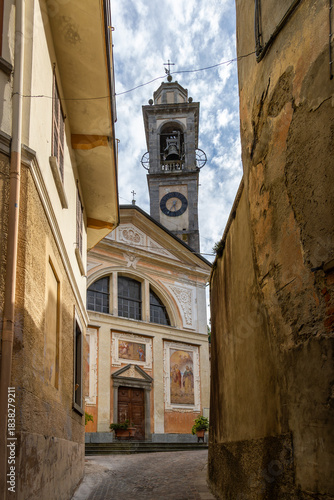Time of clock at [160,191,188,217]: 5:35
